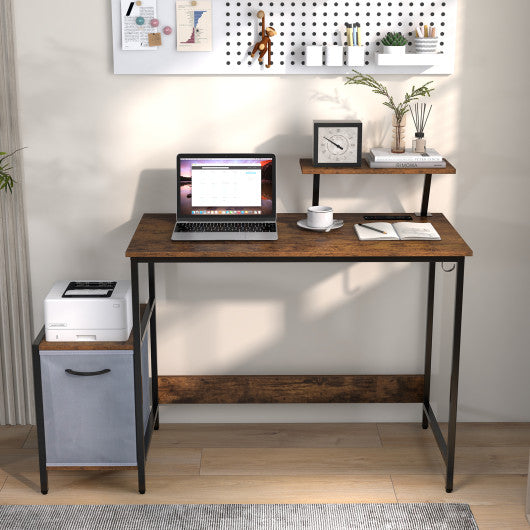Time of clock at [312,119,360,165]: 3:50
